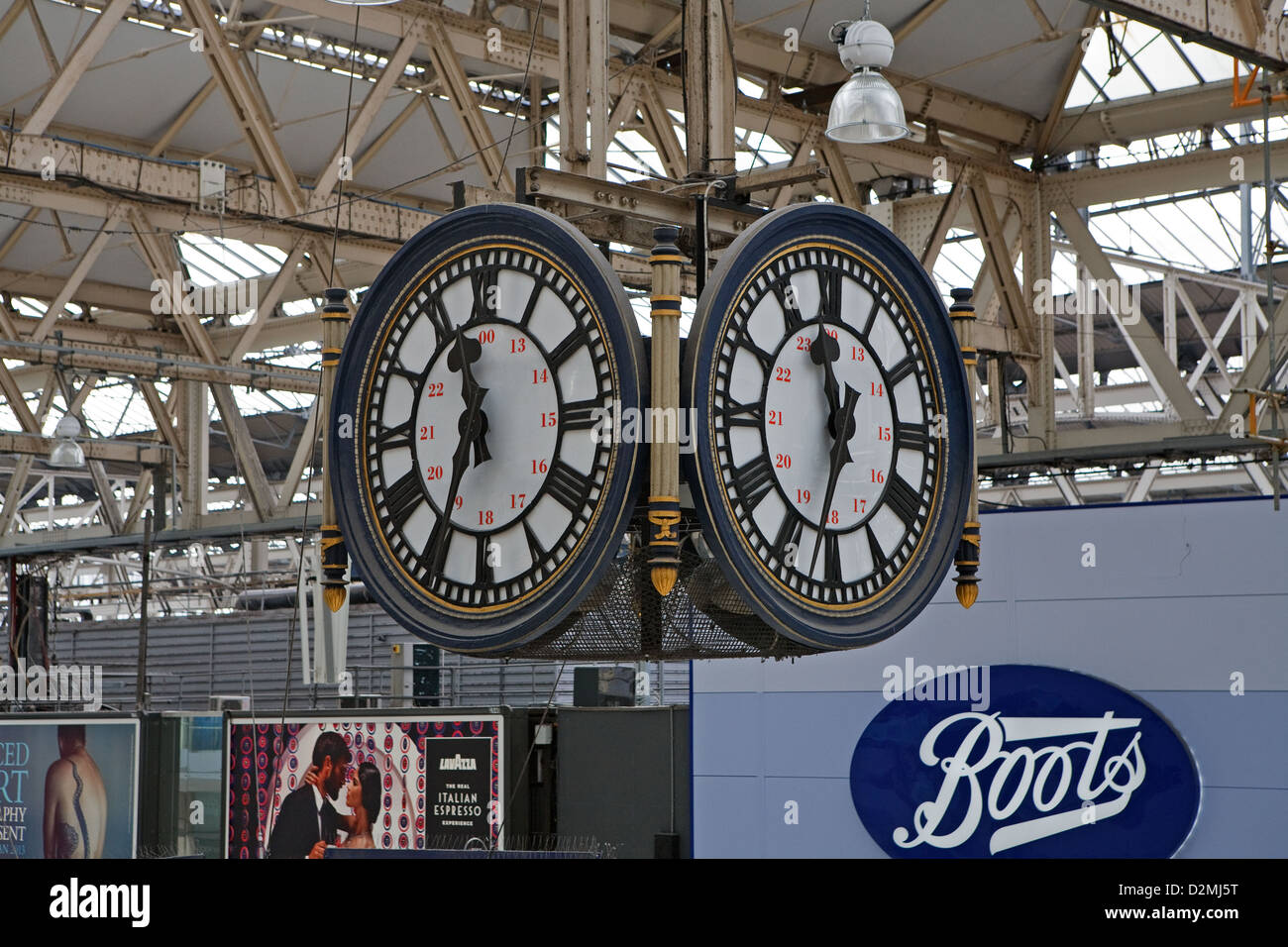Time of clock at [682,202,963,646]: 11:32
